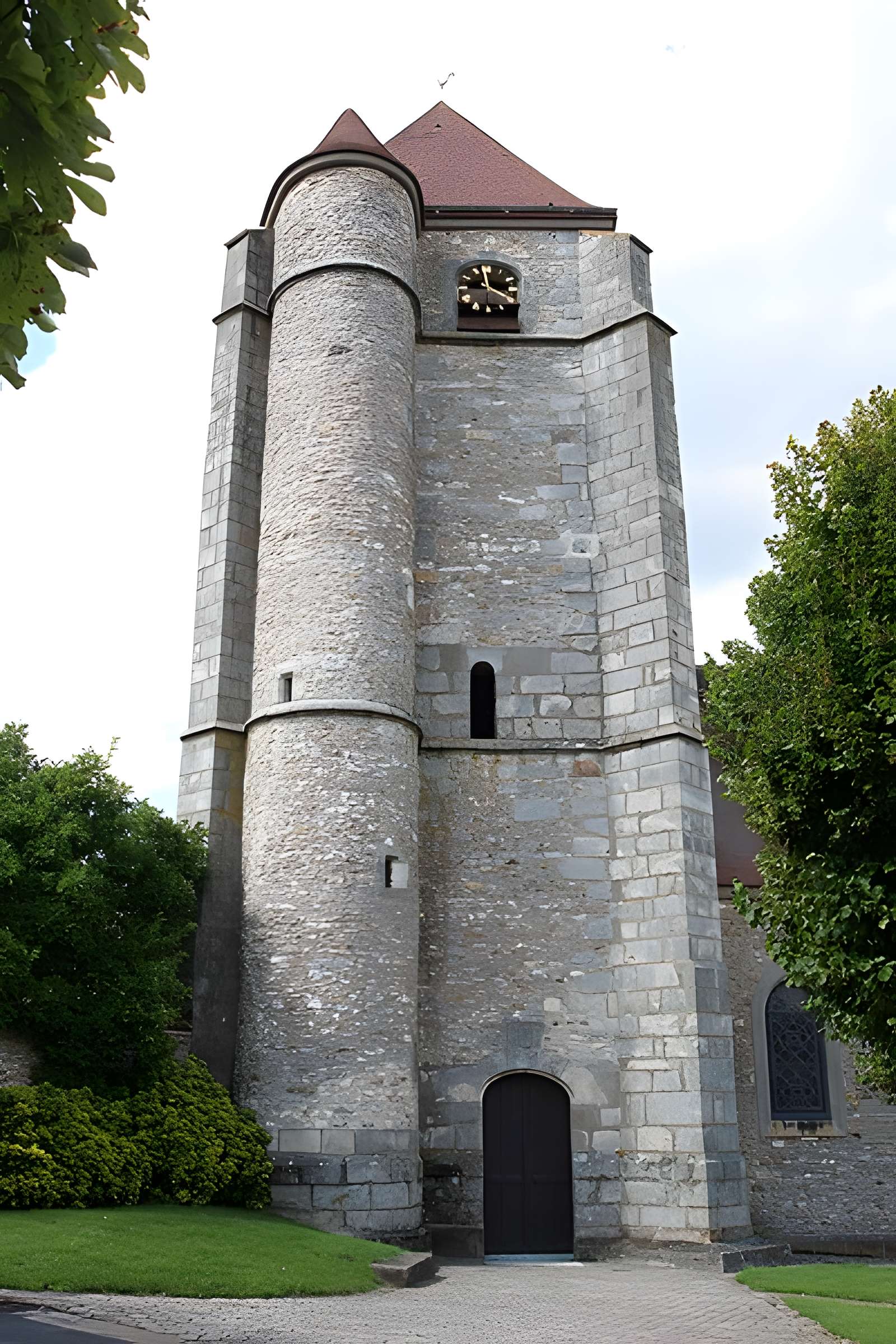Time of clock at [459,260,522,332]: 3:58
